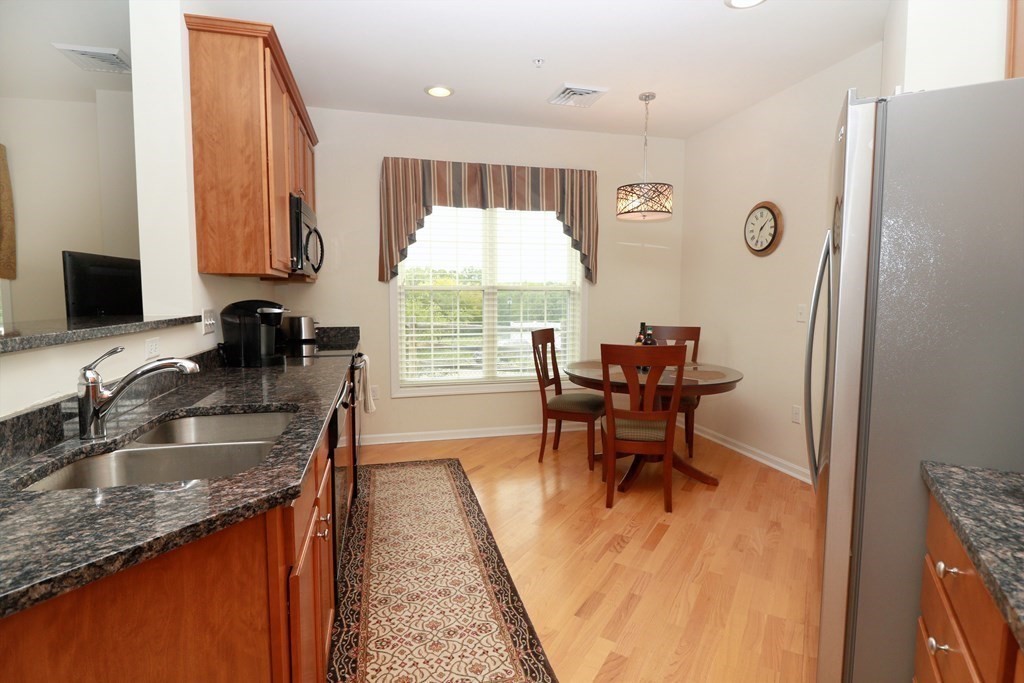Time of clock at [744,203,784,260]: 1:34
